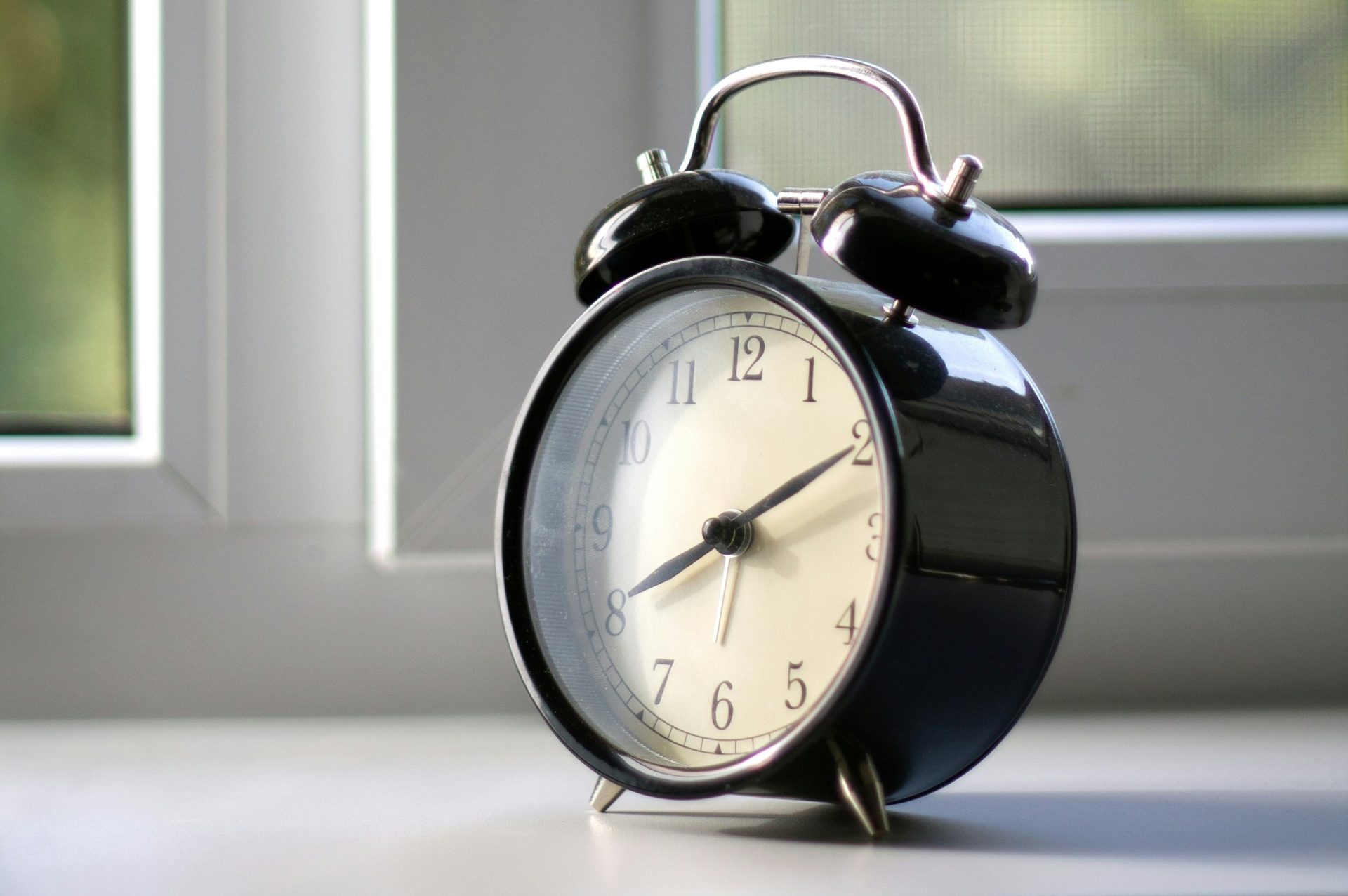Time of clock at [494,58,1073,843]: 8:10
